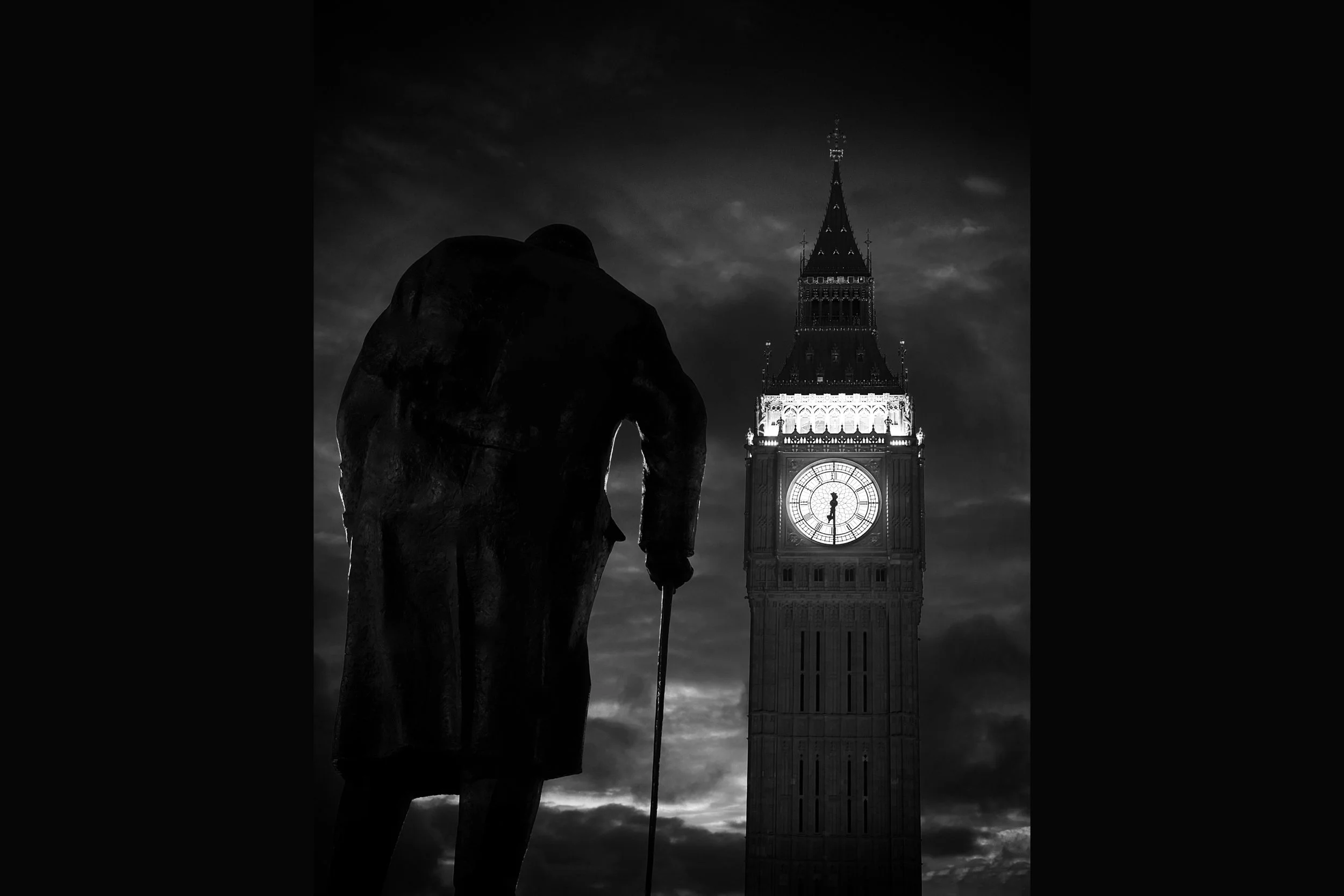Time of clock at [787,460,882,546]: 6:29
